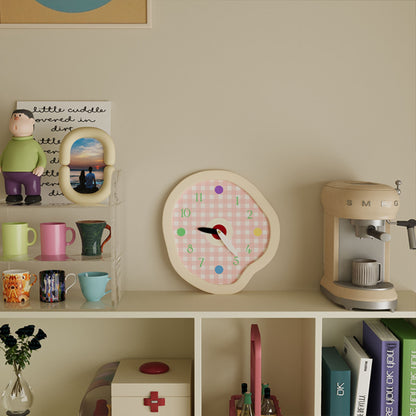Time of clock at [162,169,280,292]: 9:23
